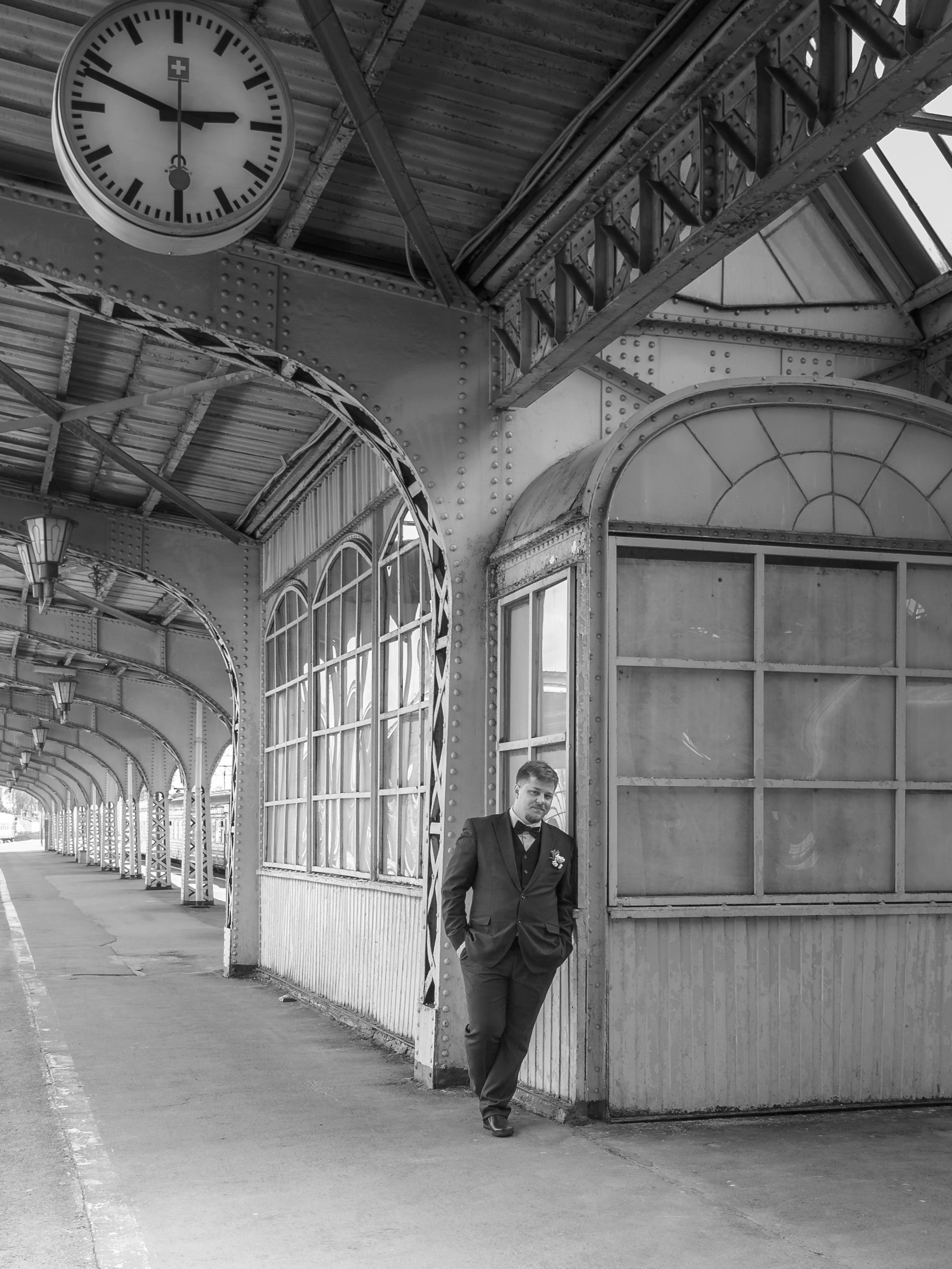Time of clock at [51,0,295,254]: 2:48
